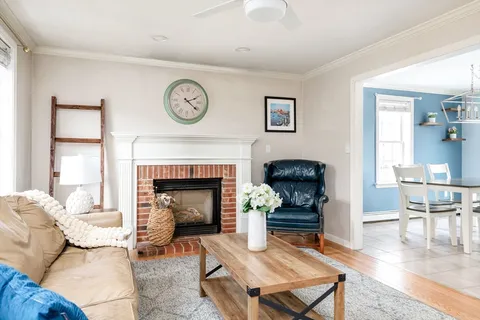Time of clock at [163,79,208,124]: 2:21
